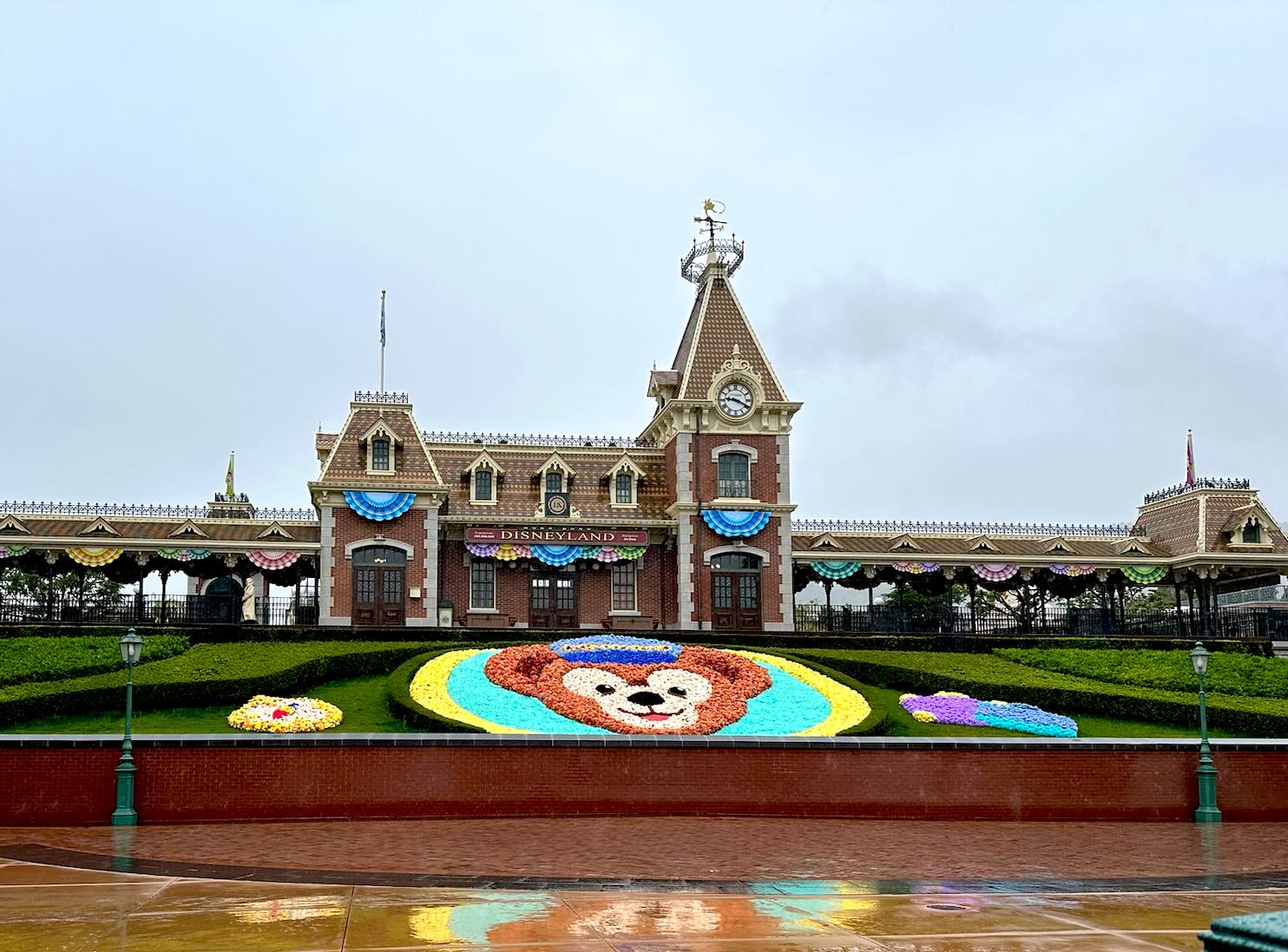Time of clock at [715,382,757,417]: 9:19
